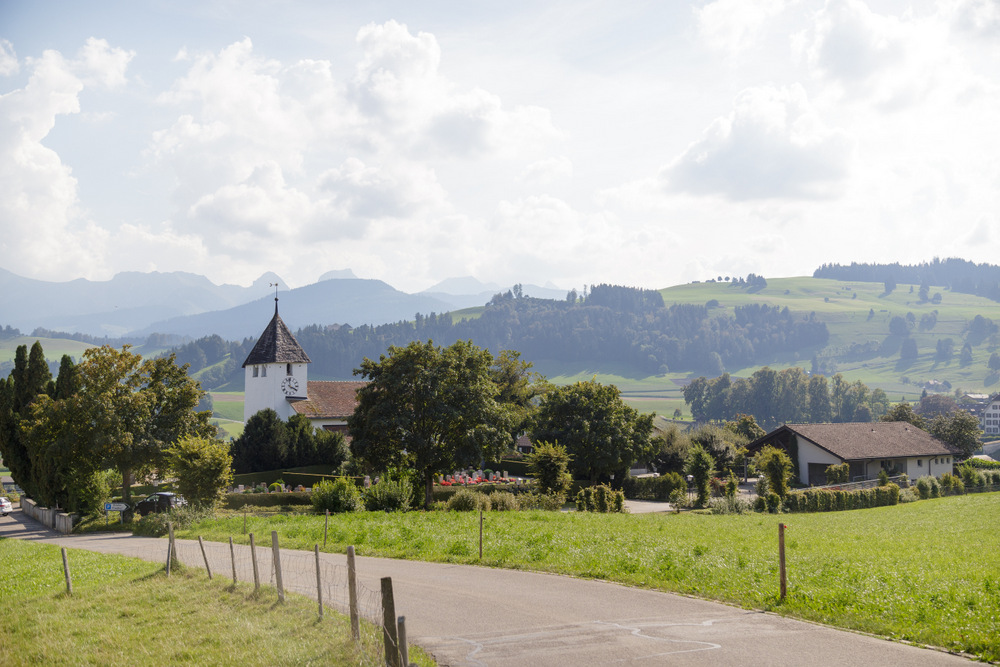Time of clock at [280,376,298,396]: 3:58
